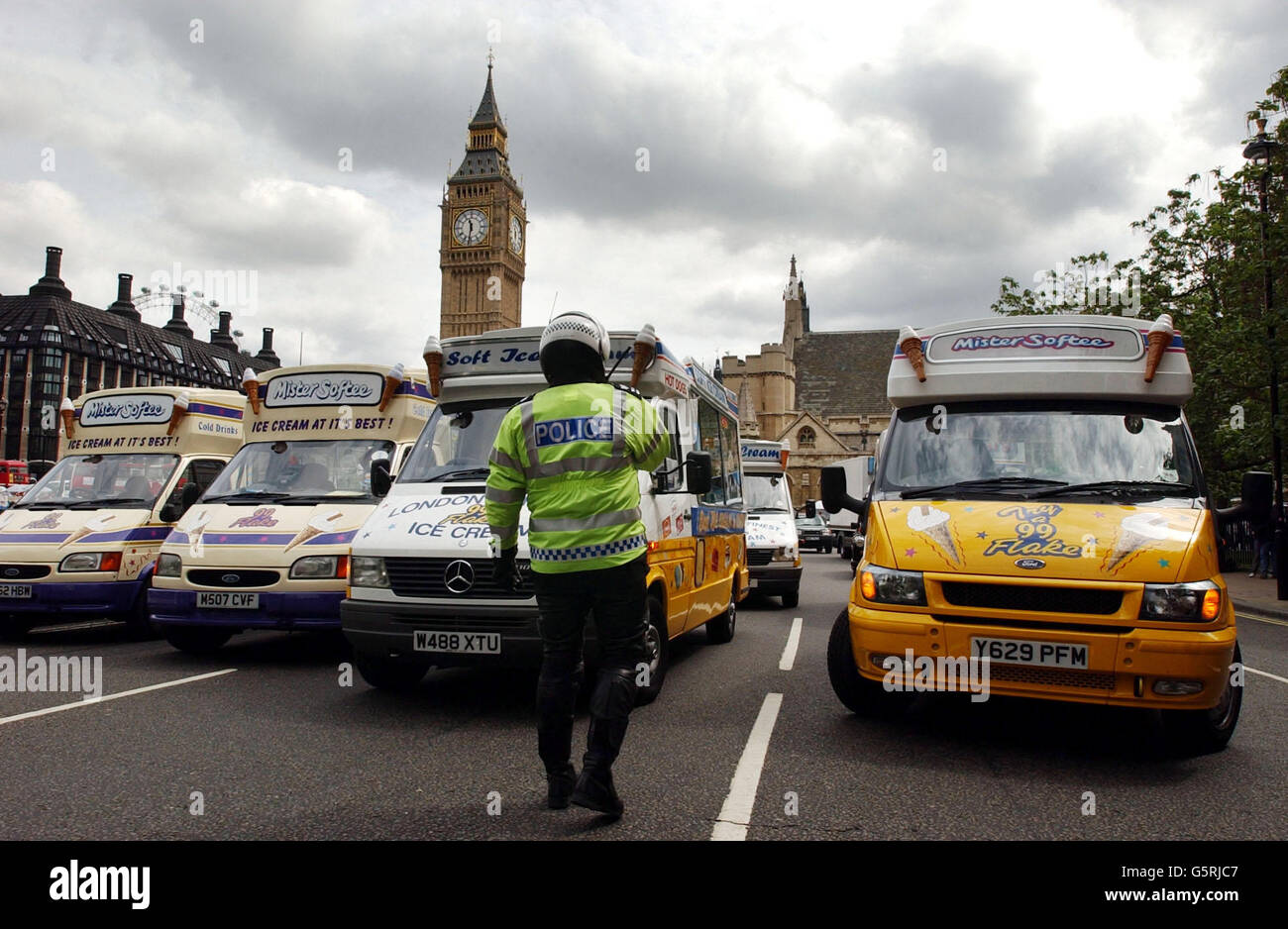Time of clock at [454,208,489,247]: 11:31
